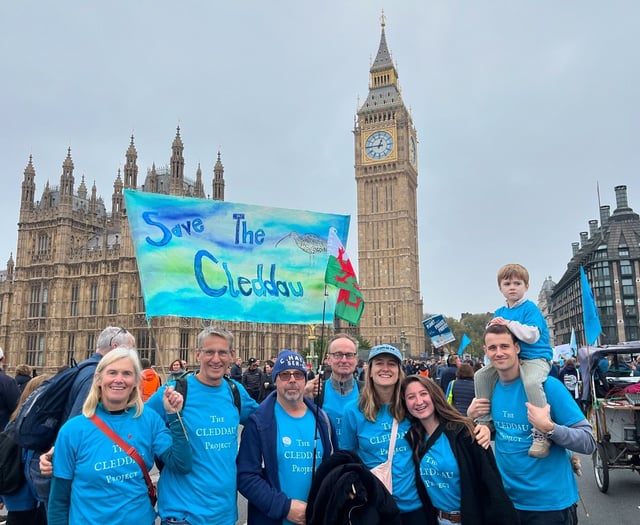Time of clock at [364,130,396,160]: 12:45
